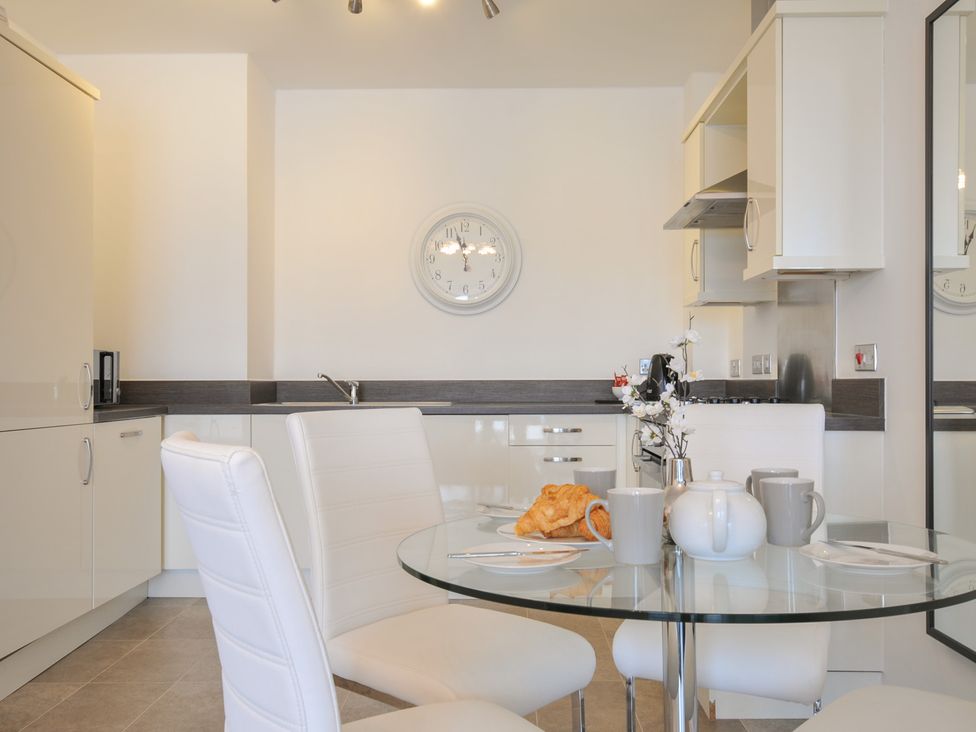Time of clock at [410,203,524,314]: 11:13
